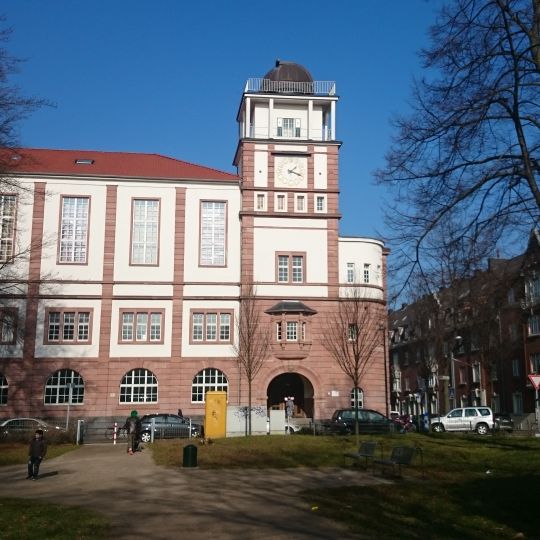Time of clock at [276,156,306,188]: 1:18
